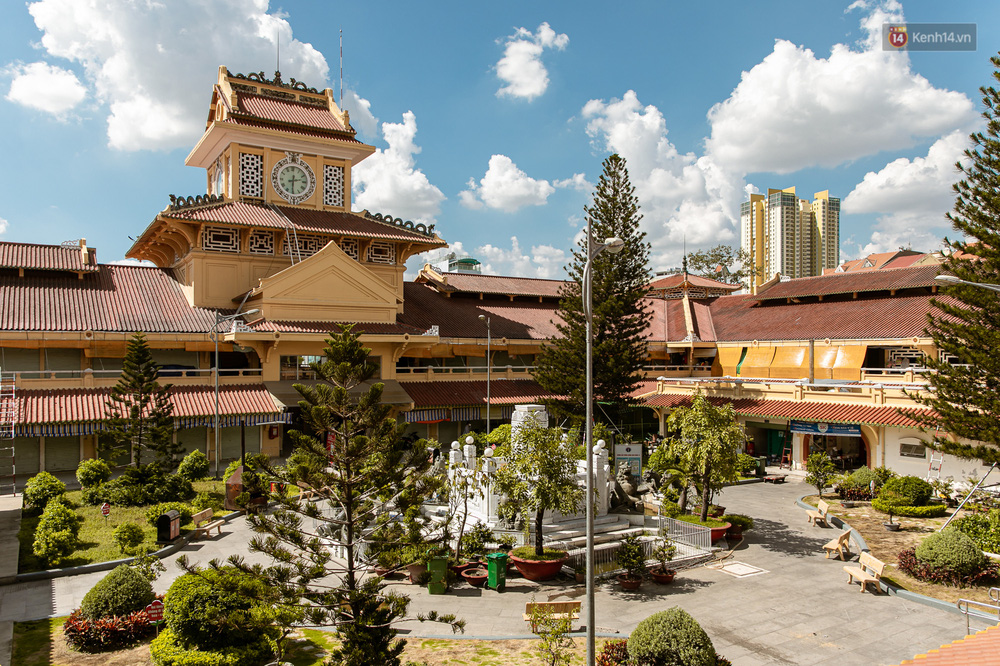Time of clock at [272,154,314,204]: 2:30
